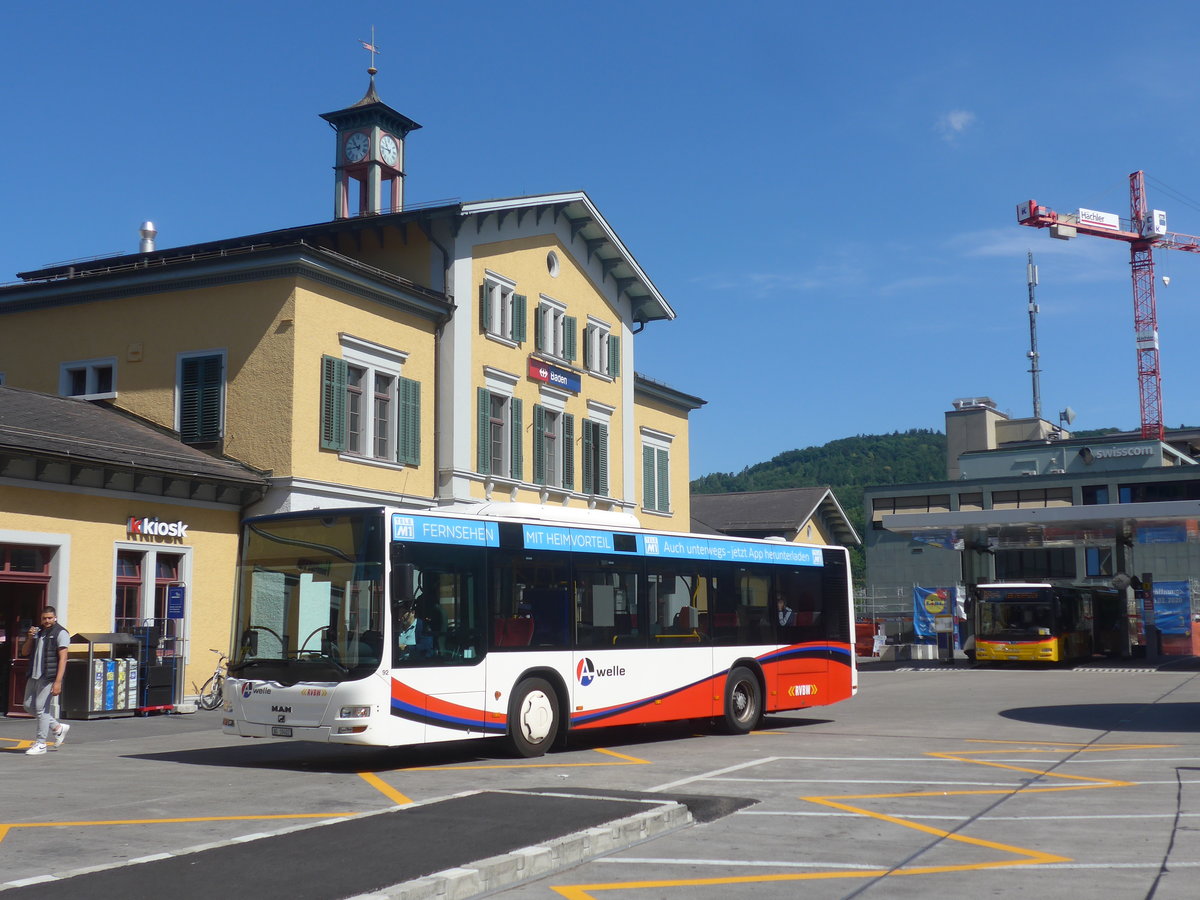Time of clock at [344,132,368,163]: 10:43
